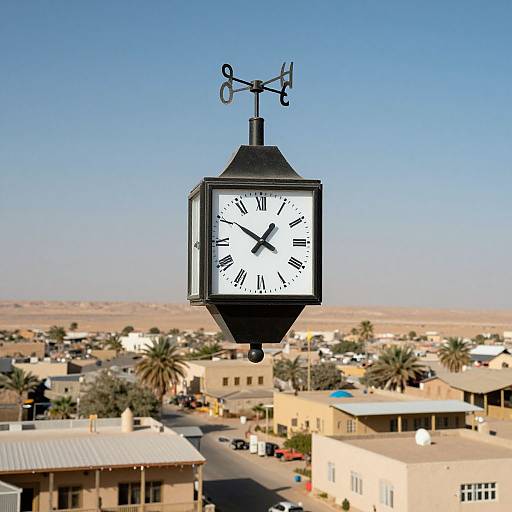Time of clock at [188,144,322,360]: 12:50
